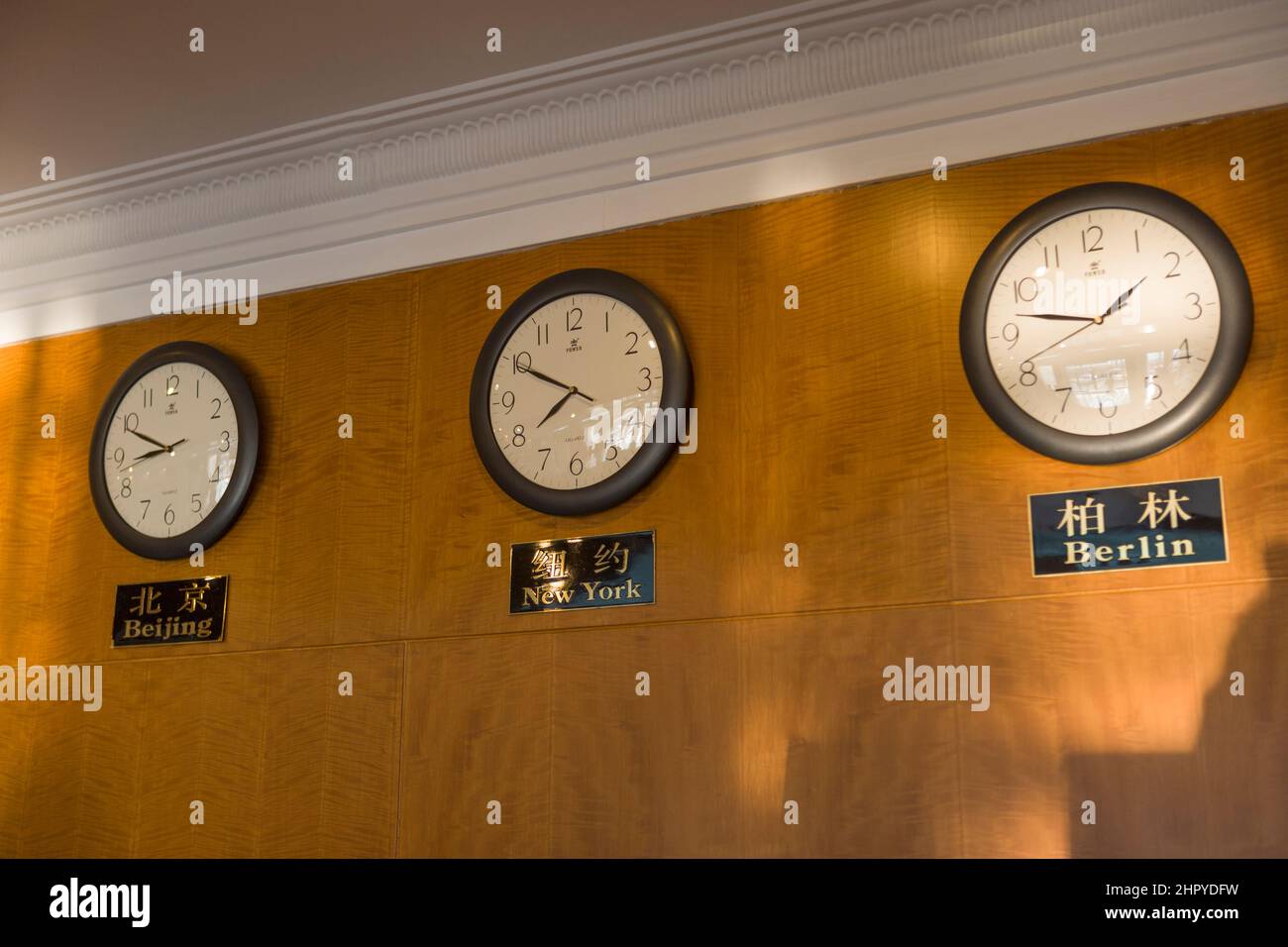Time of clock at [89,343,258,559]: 8:48
